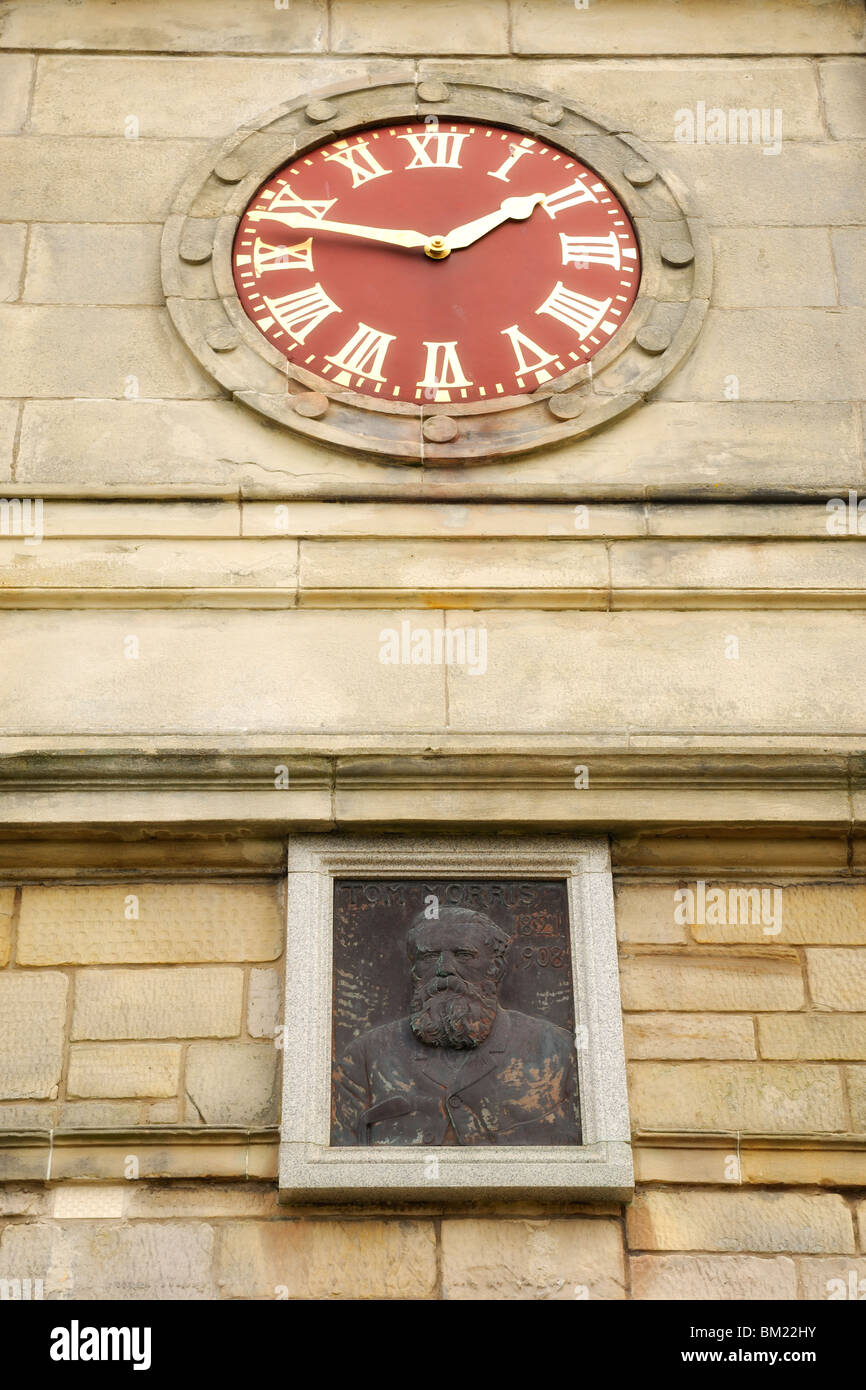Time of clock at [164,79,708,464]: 1:47
